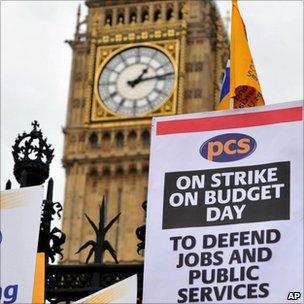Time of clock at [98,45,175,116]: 1:13
